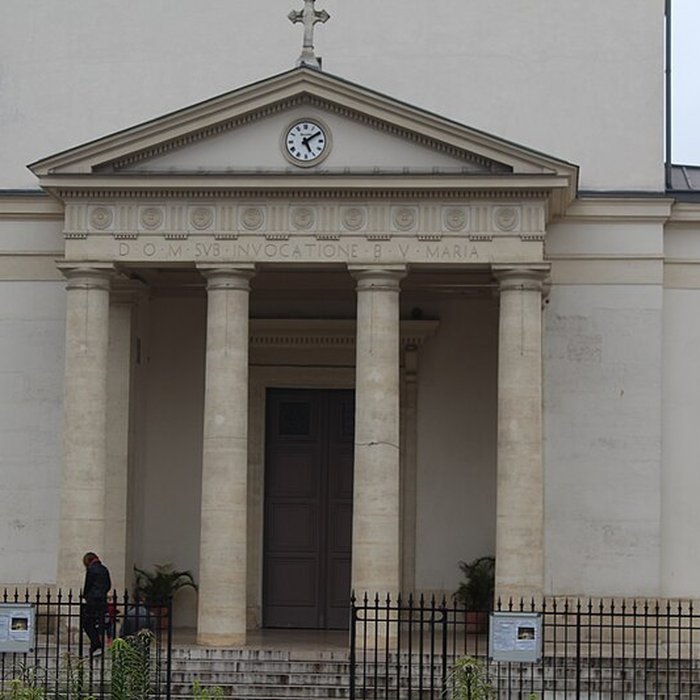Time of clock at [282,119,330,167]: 5:09
